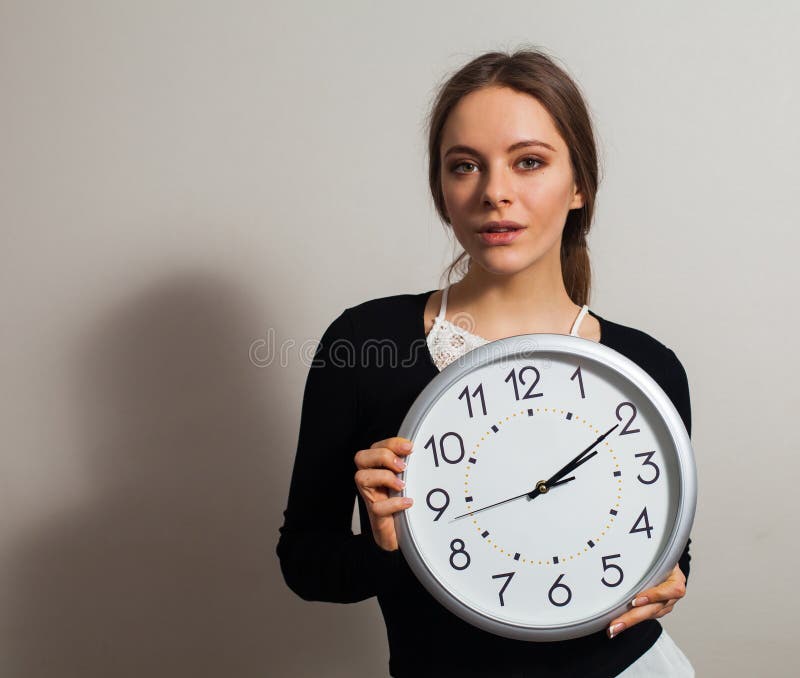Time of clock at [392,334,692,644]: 2:09
